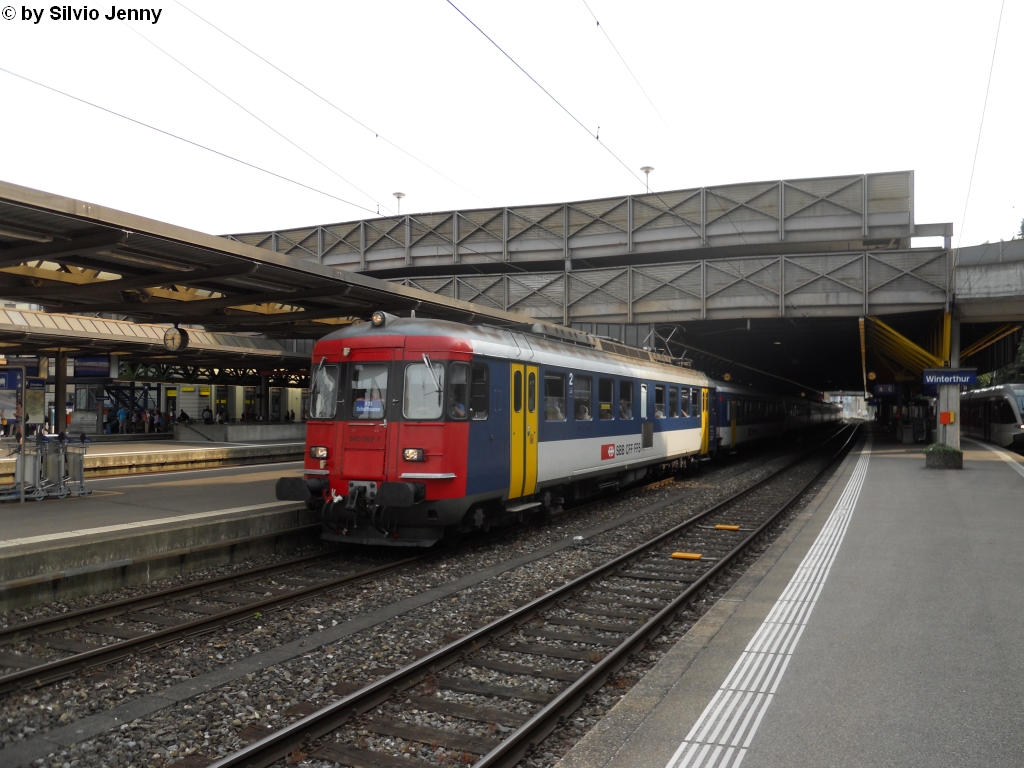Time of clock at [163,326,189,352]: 5:44
